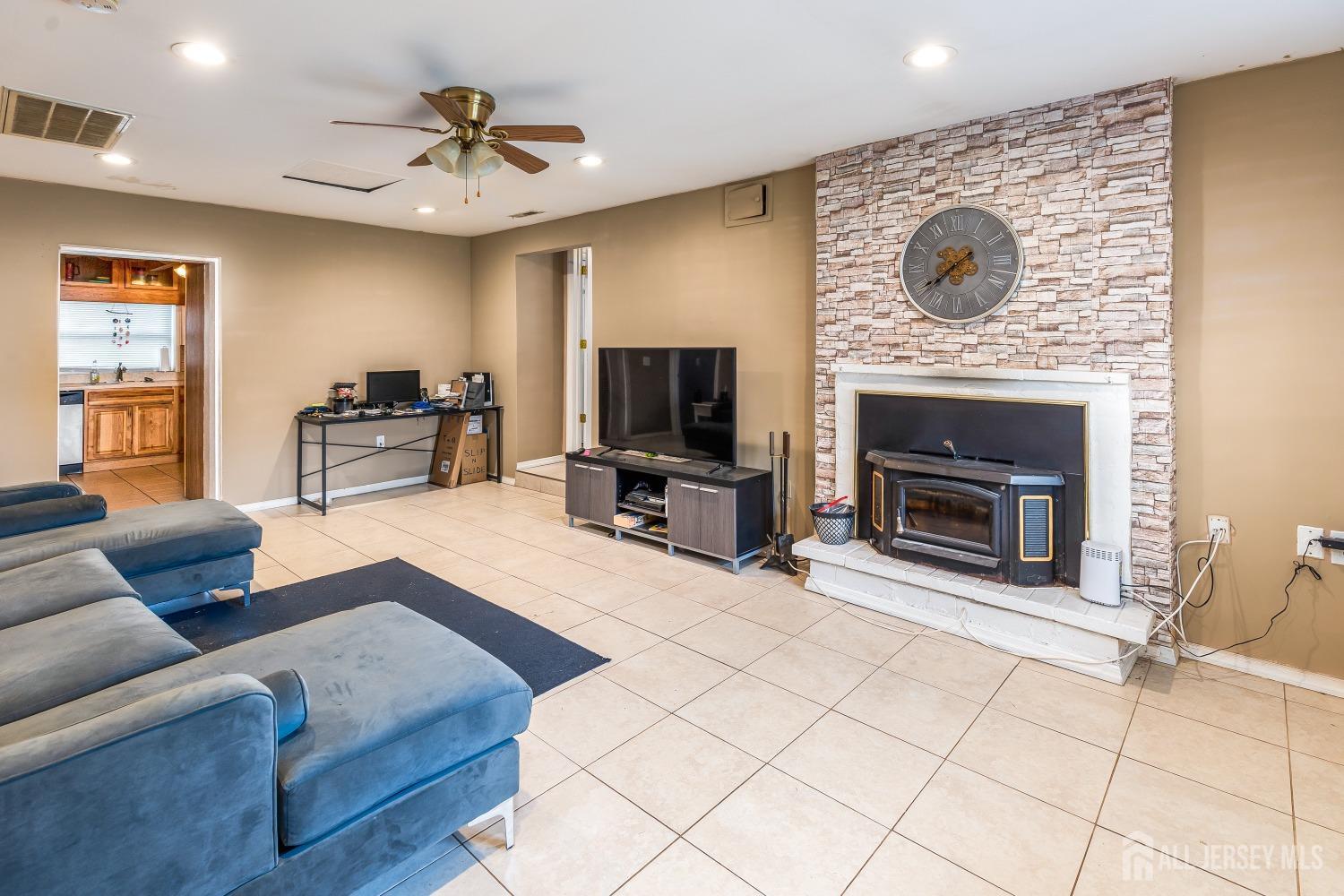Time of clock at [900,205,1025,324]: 7:39
